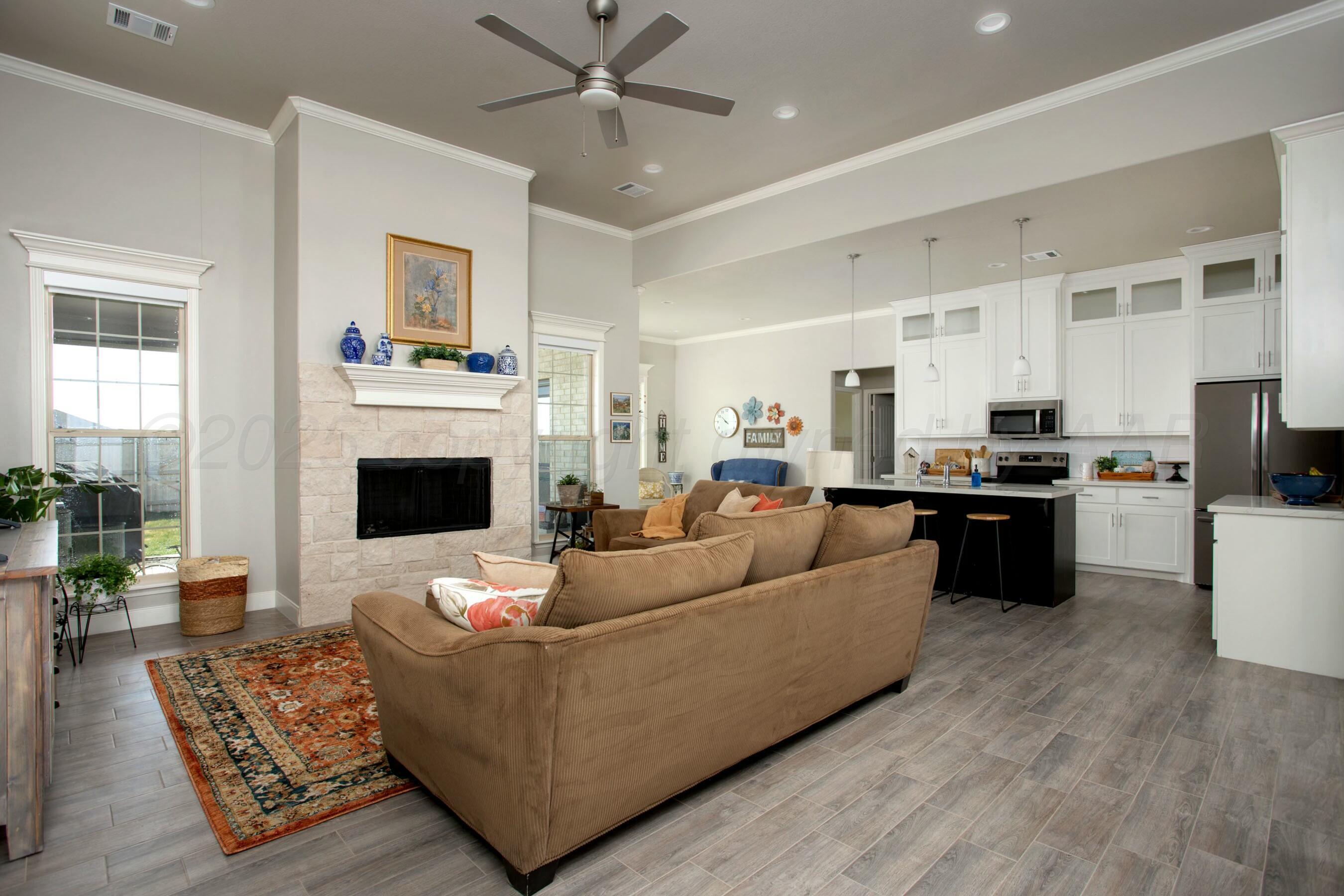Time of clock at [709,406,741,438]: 9:51
